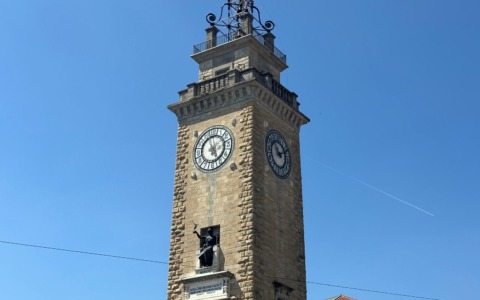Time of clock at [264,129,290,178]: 11:11
